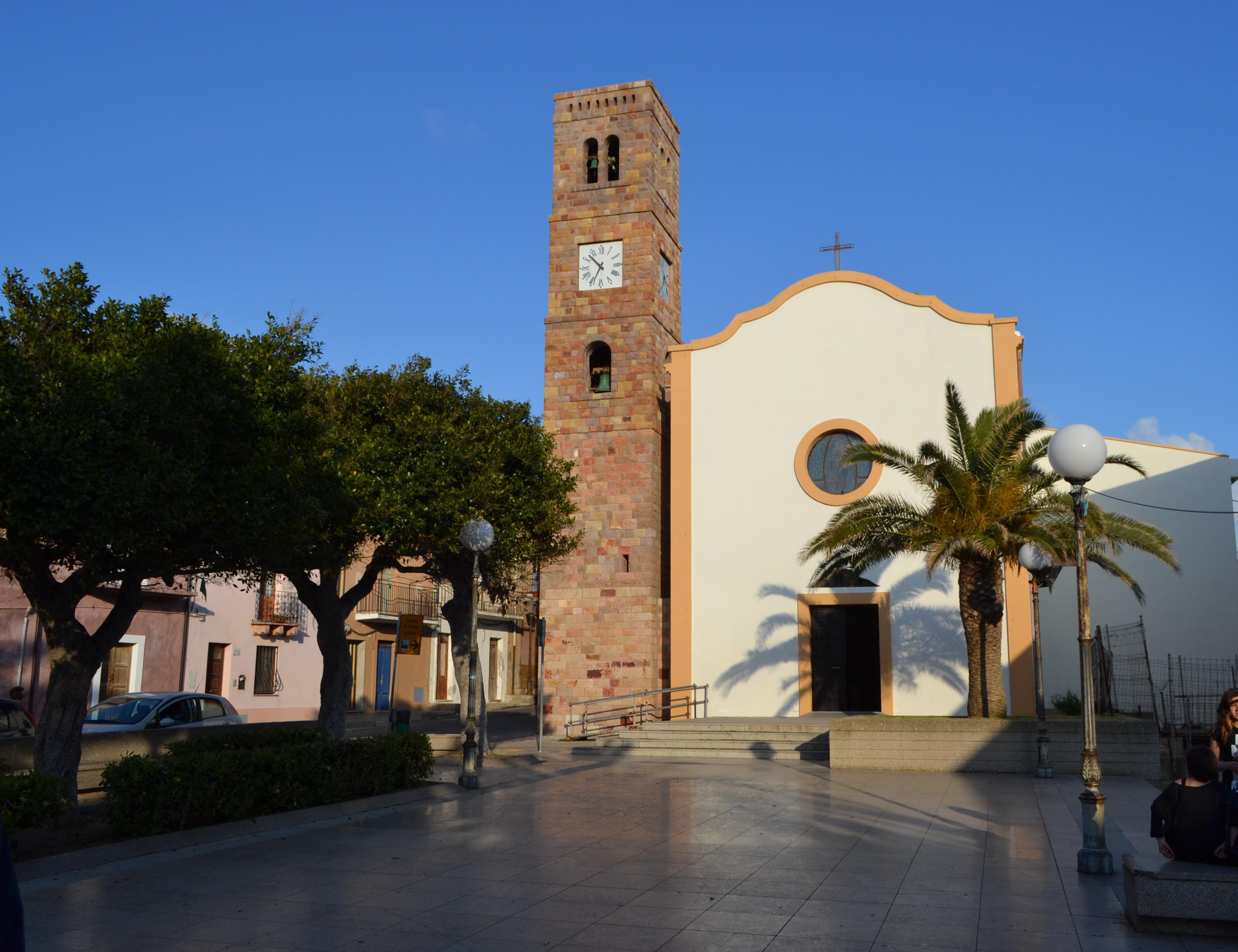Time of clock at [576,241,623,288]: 10:34
